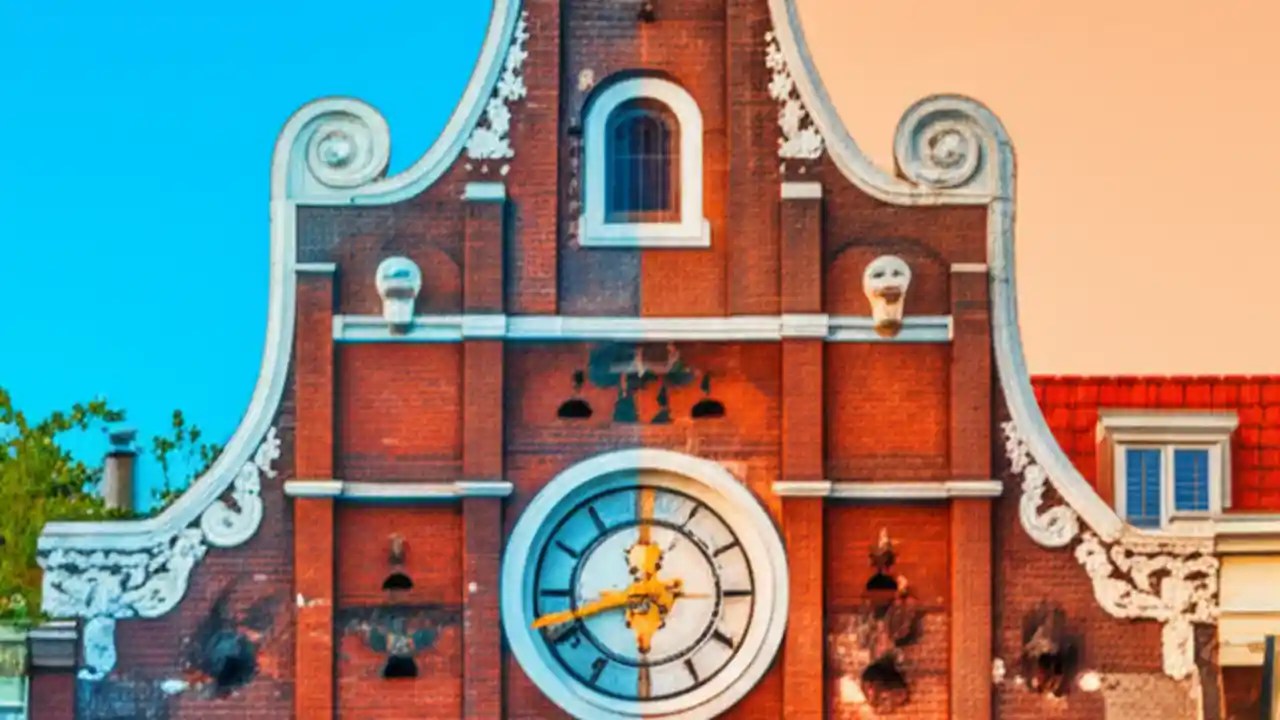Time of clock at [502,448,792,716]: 11:42
